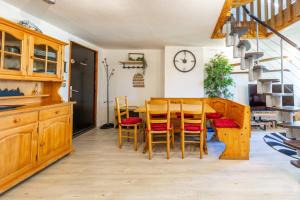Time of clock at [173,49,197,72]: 9:01
